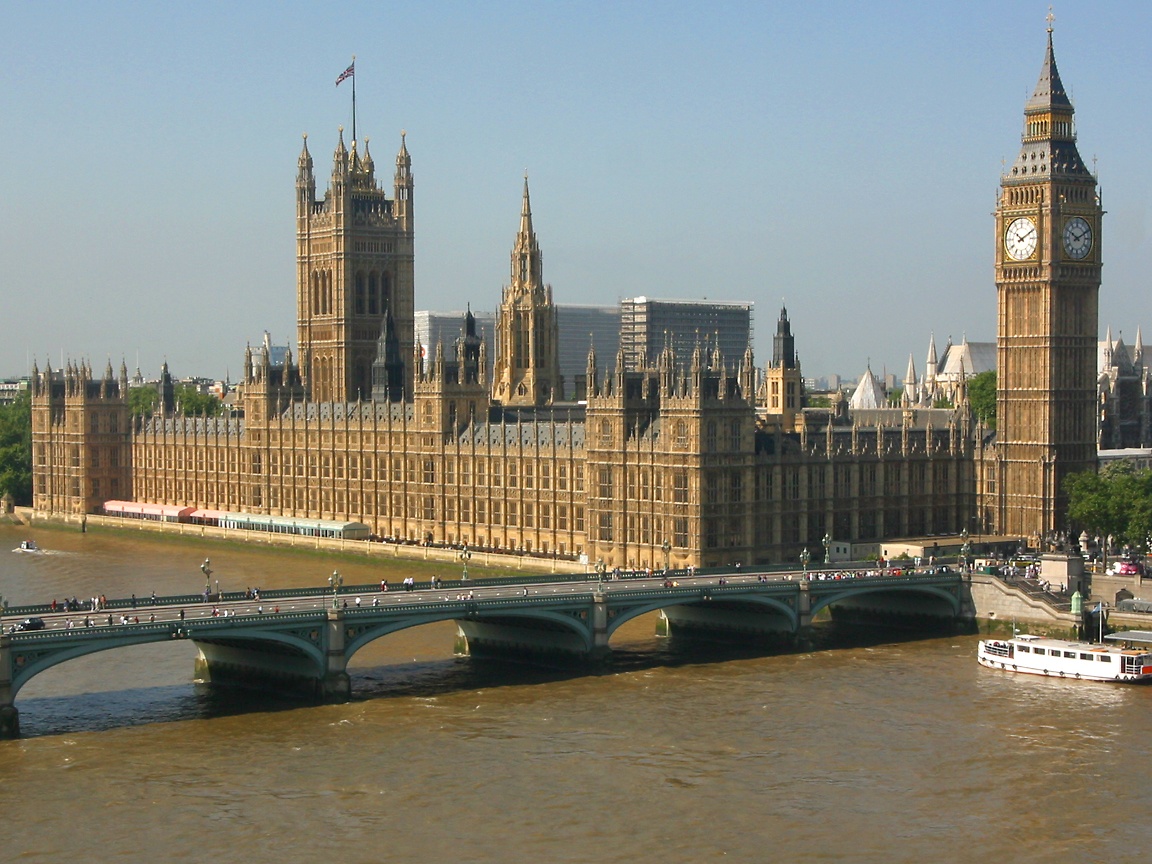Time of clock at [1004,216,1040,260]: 10:10
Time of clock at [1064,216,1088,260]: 10:10
